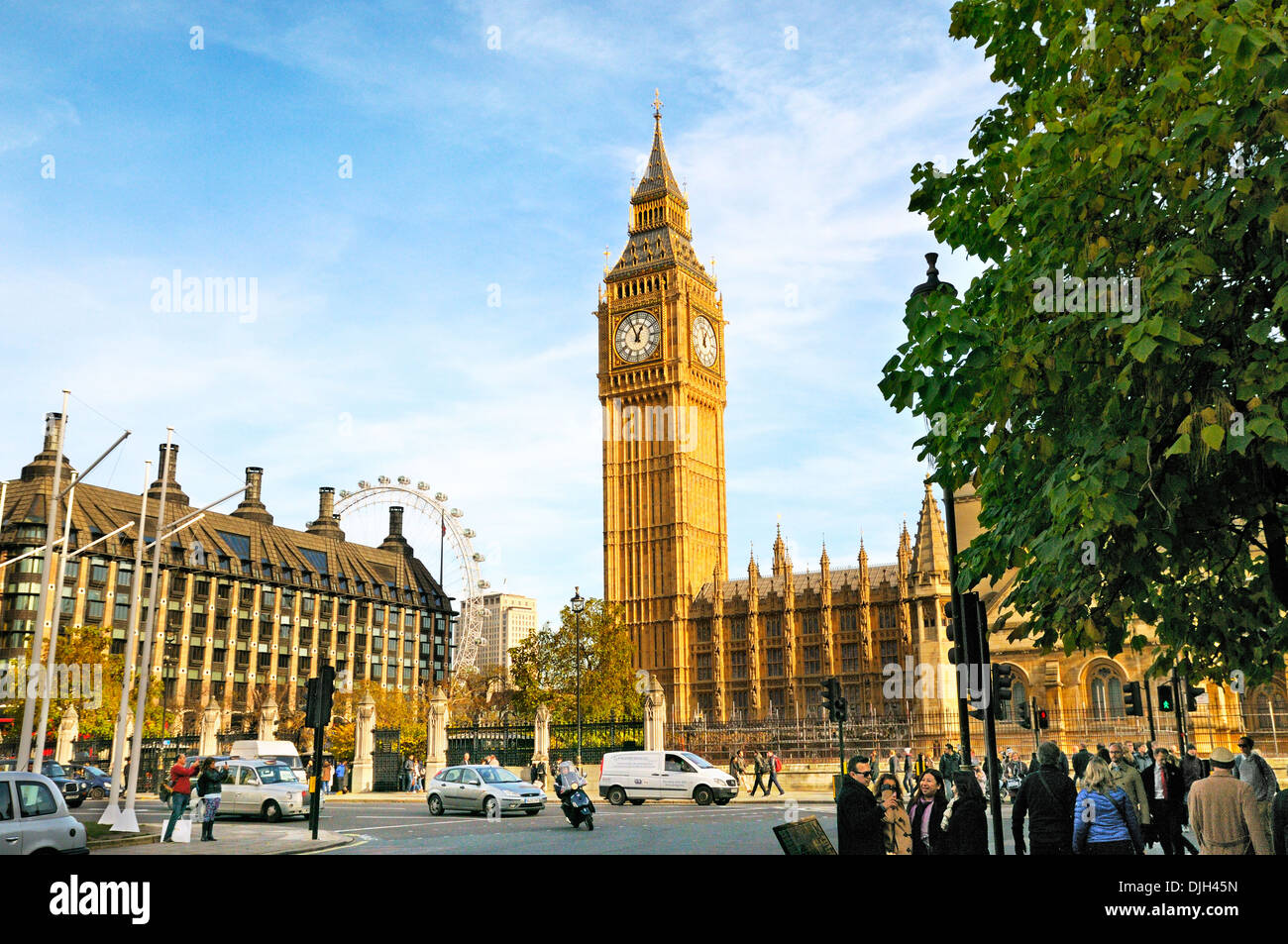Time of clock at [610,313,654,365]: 12:57
